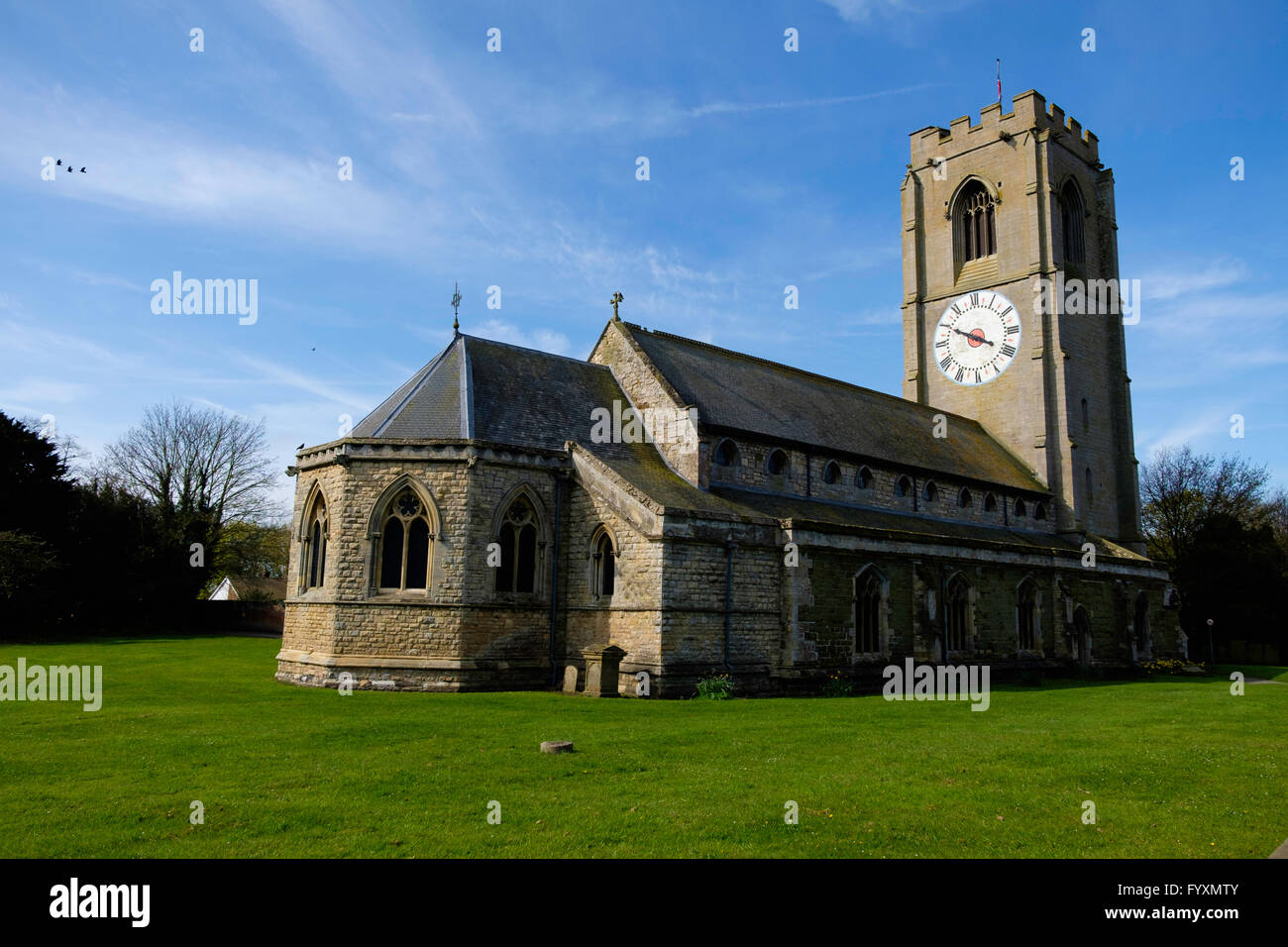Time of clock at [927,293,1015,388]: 3:49
